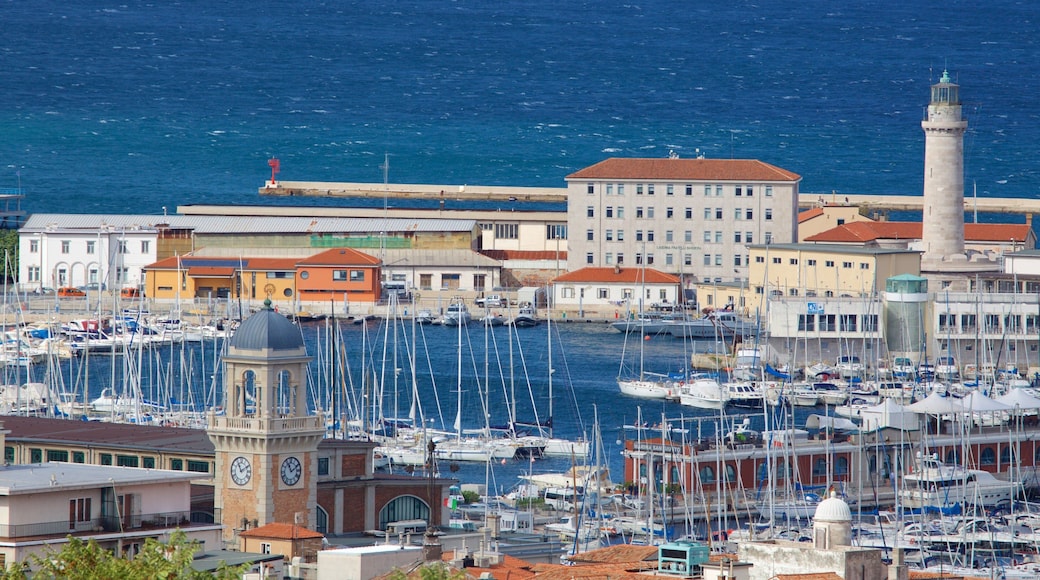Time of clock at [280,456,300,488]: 11:10
